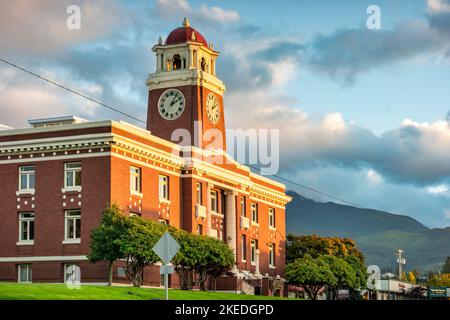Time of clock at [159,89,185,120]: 2:05
